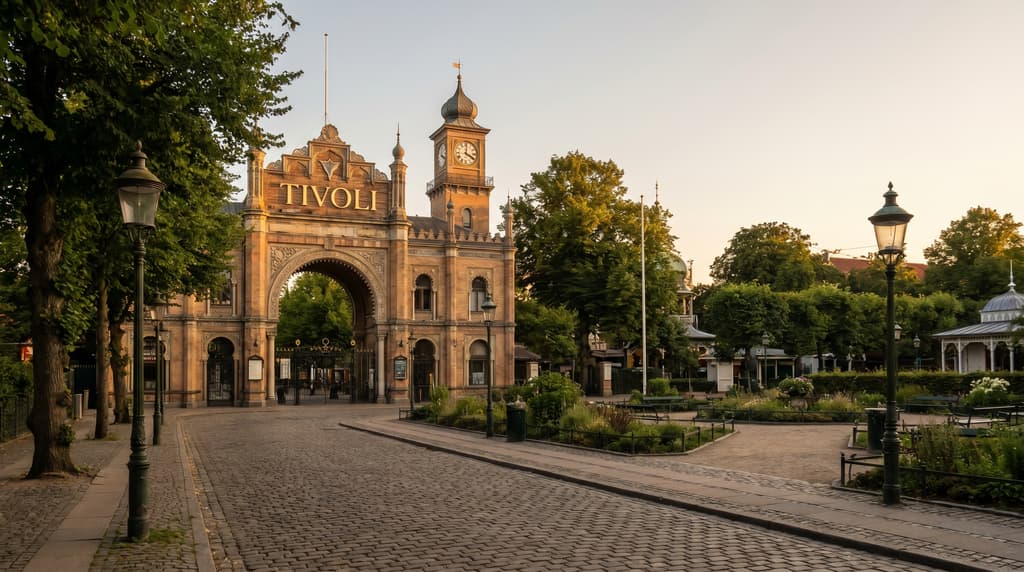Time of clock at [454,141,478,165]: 4:00
